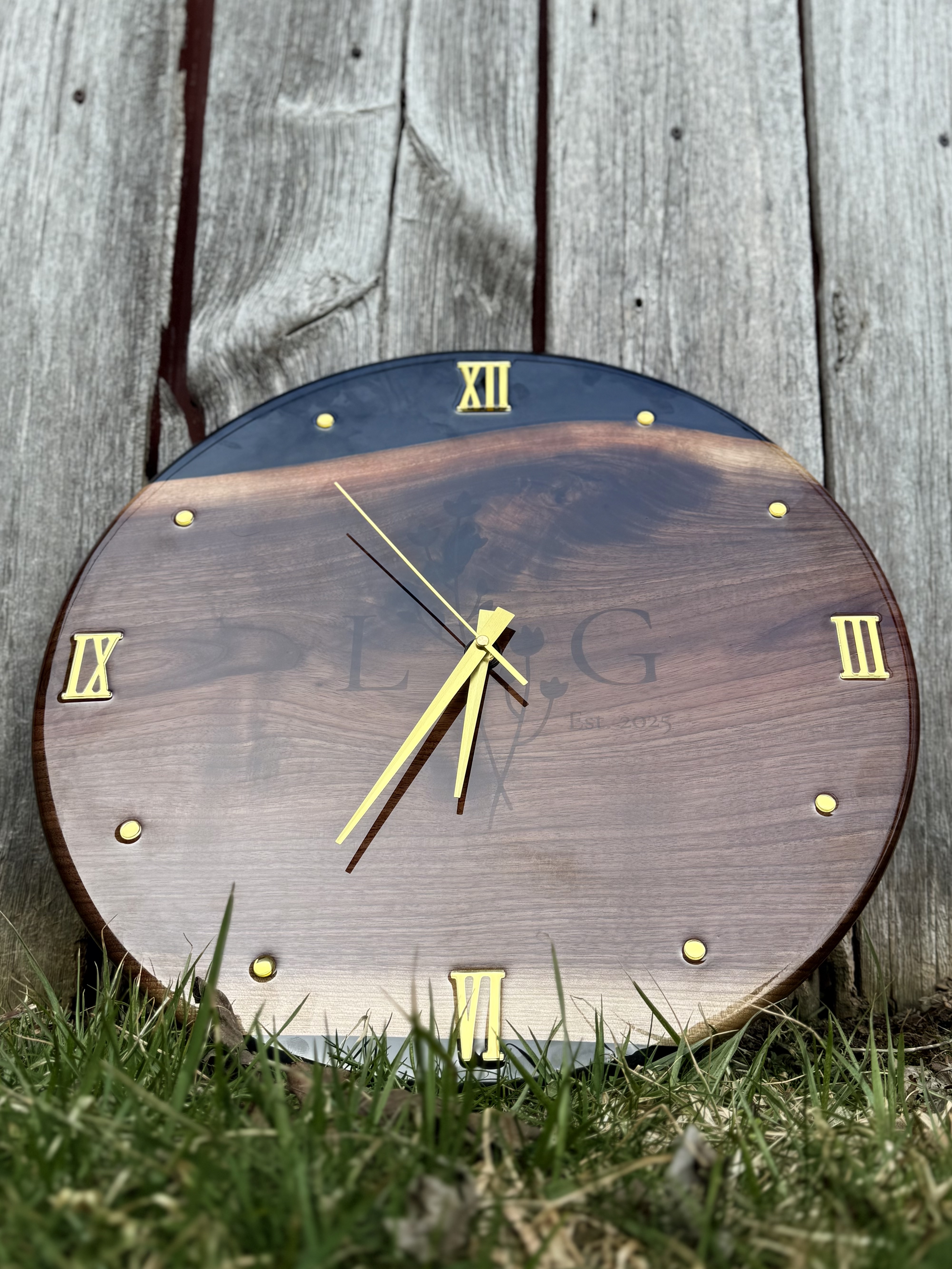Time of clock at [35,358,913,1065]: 6:53
